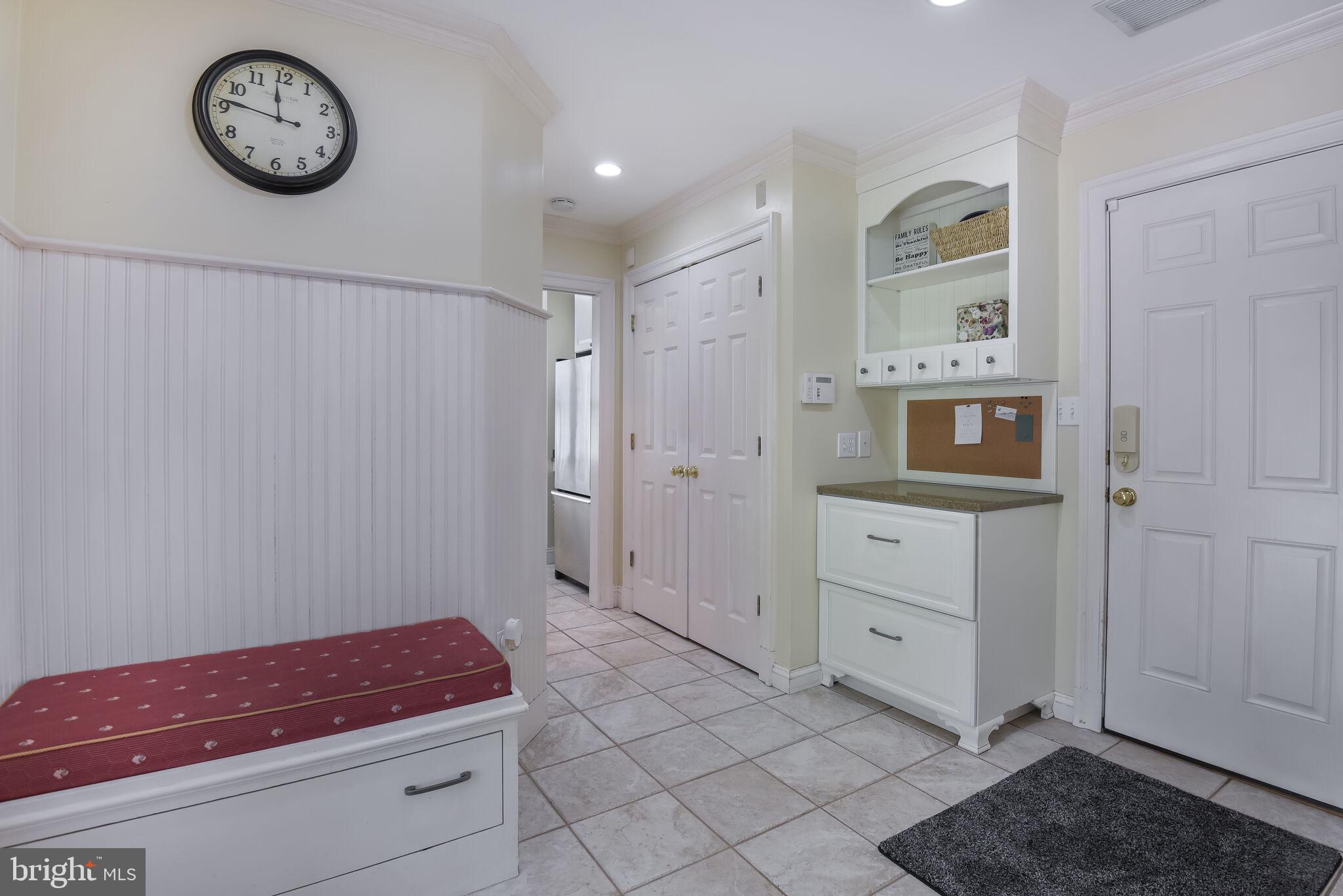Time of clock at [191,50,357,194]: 11:46
